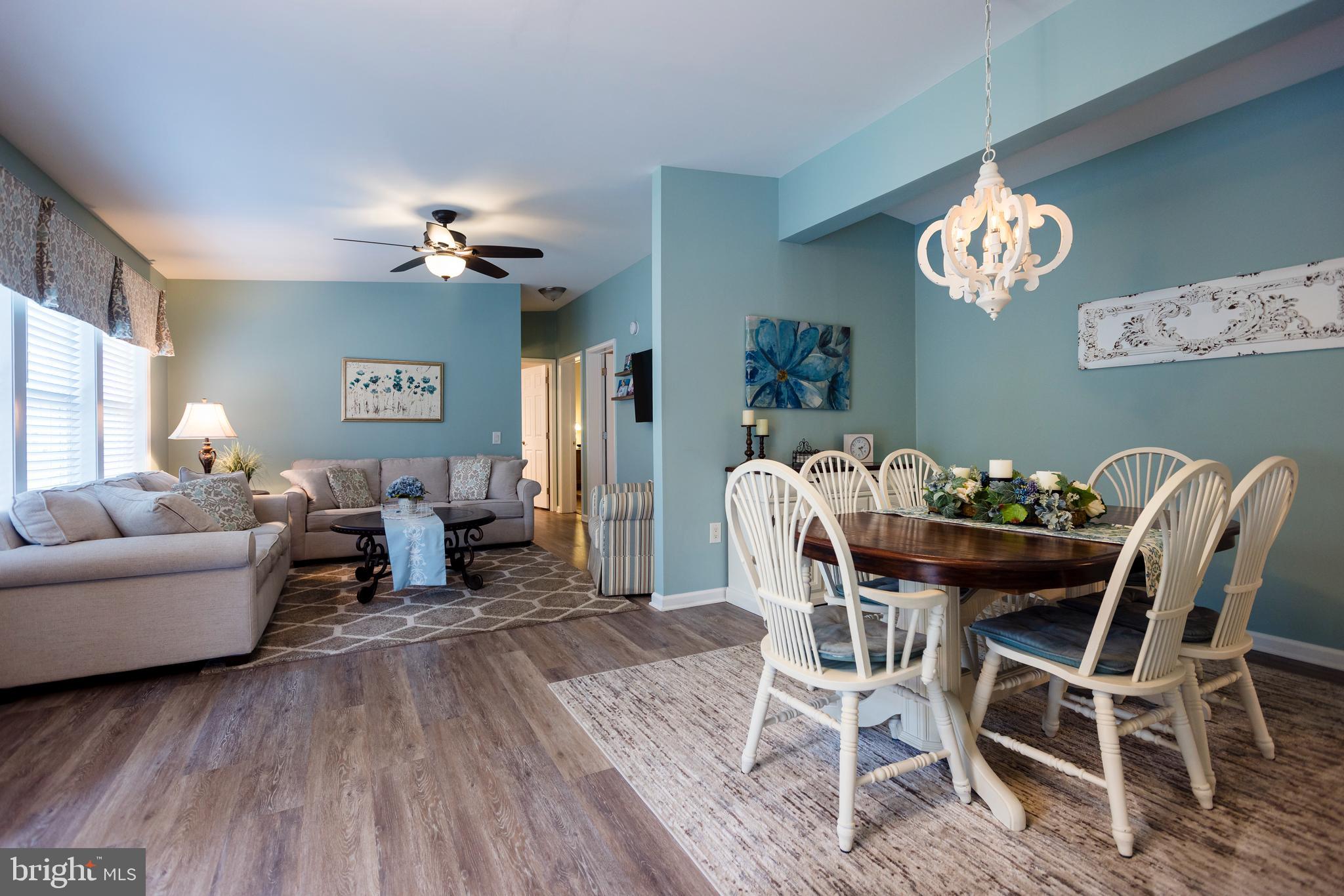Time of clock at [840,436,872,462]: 2:24
